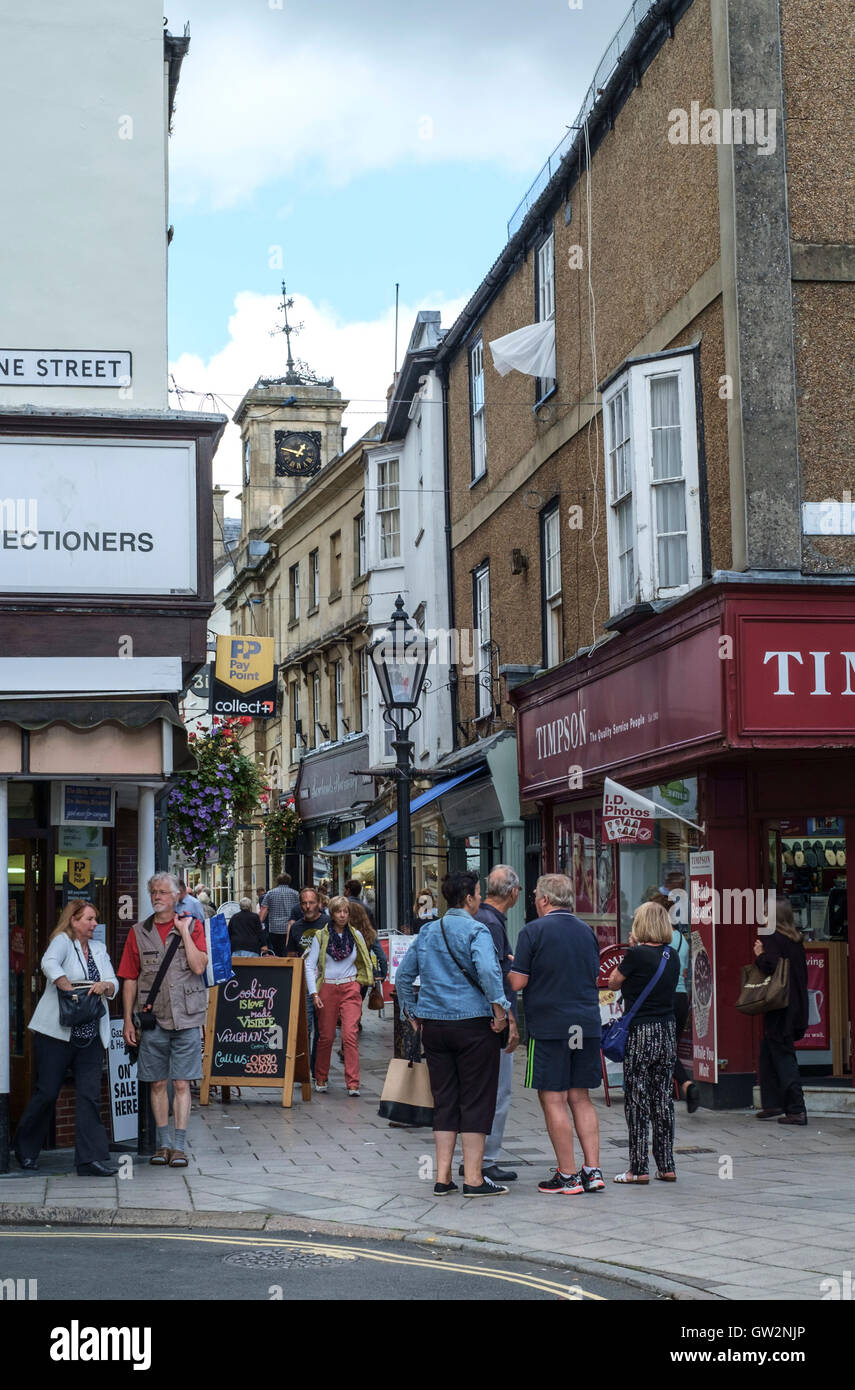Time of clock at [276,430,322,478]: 12:47
